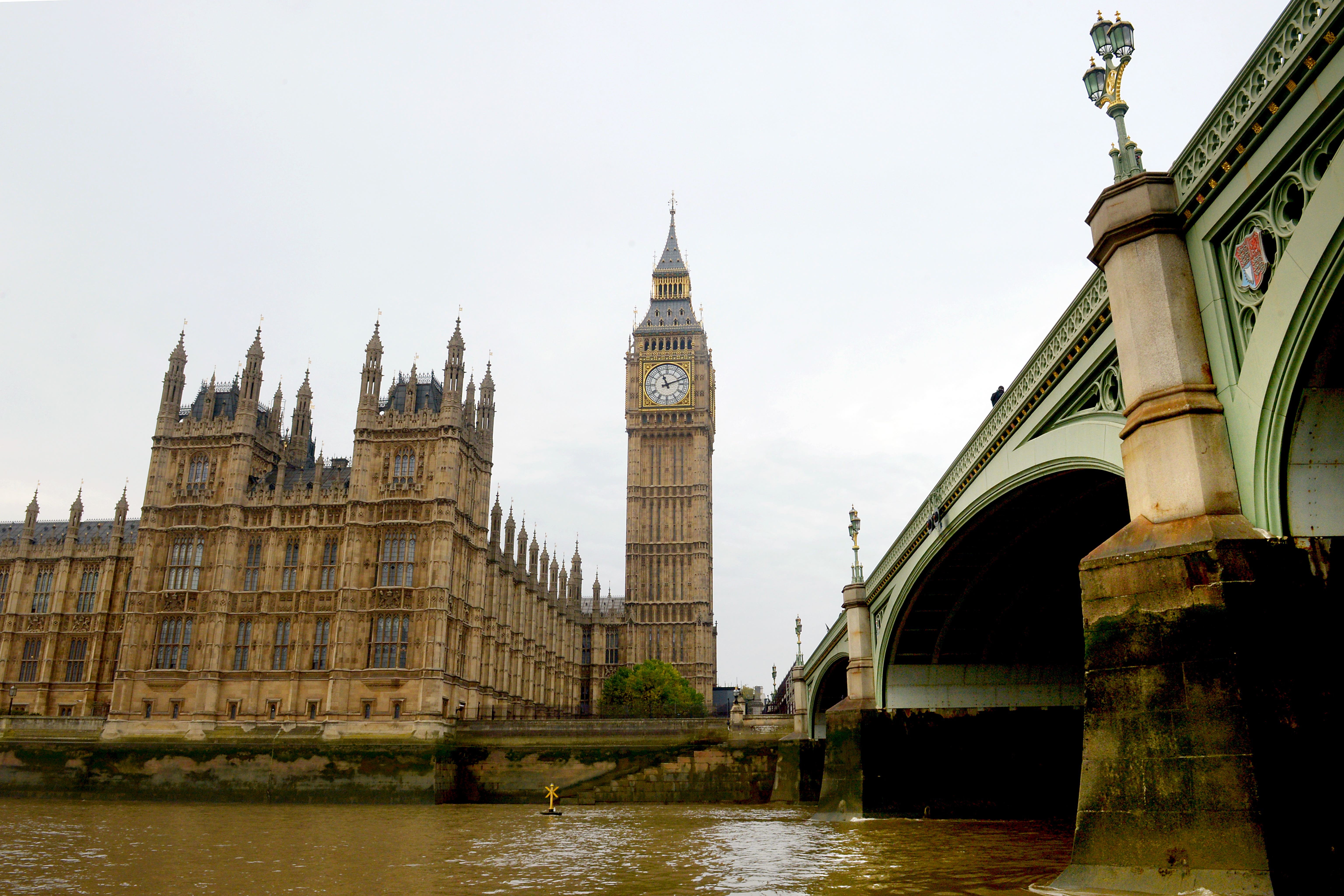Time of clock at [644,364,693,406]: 11:11
